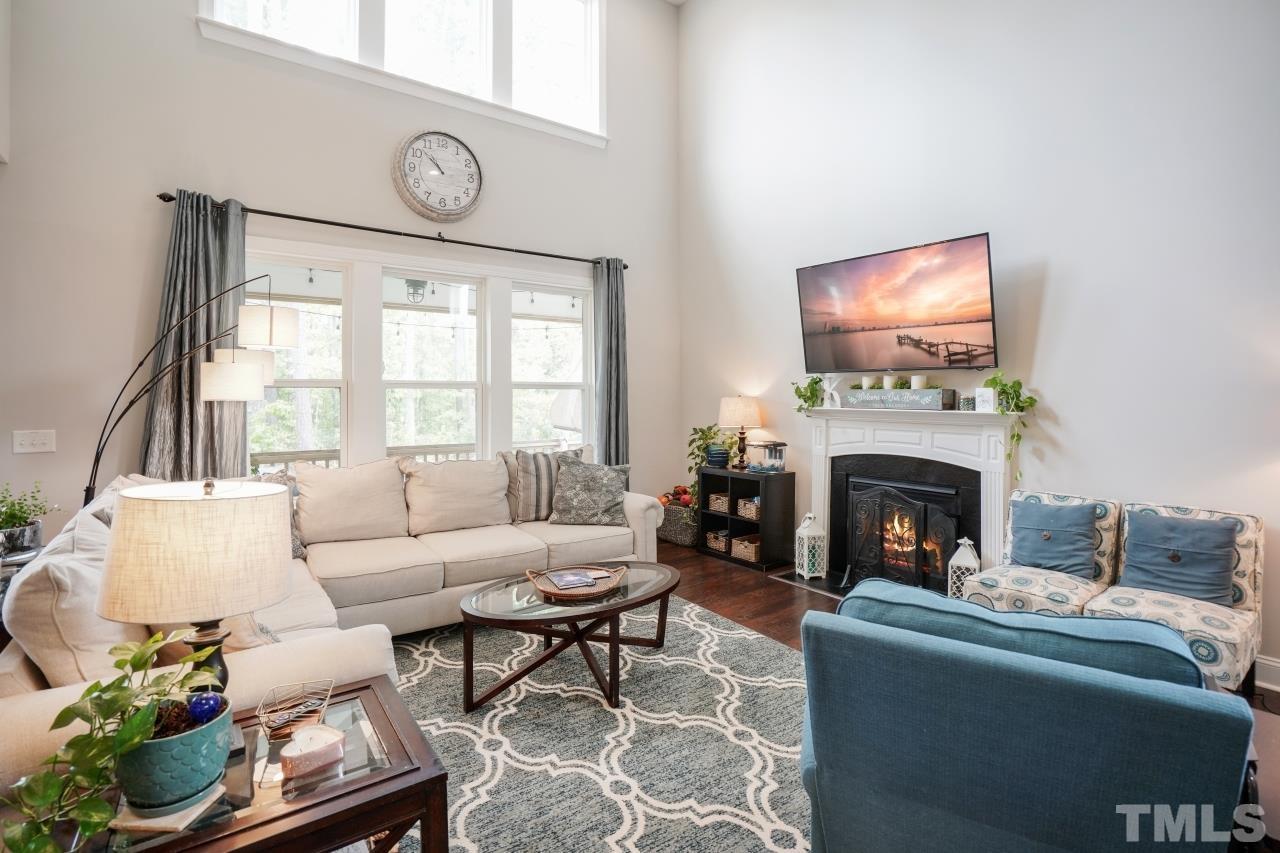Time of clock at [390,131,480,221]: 10:52
